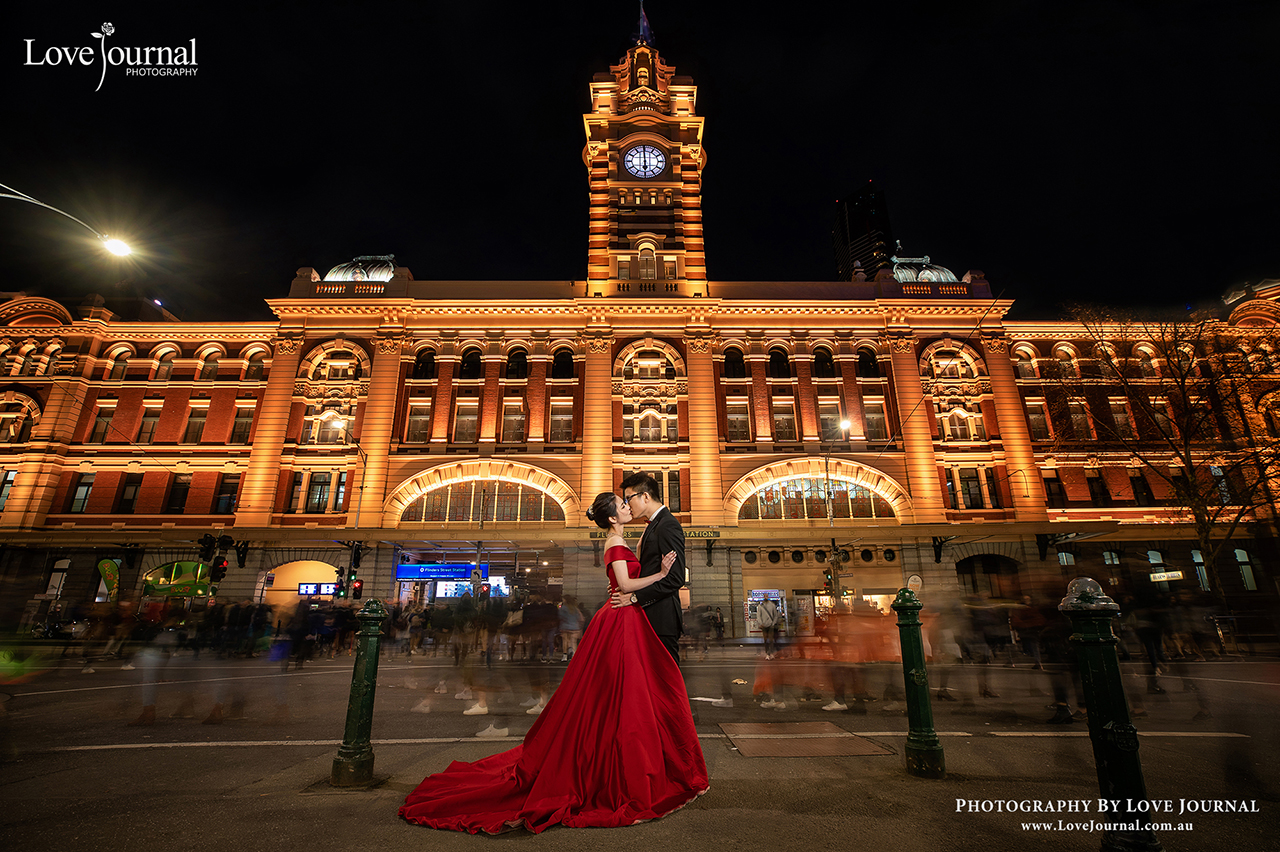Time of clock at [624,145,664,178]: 5:59
